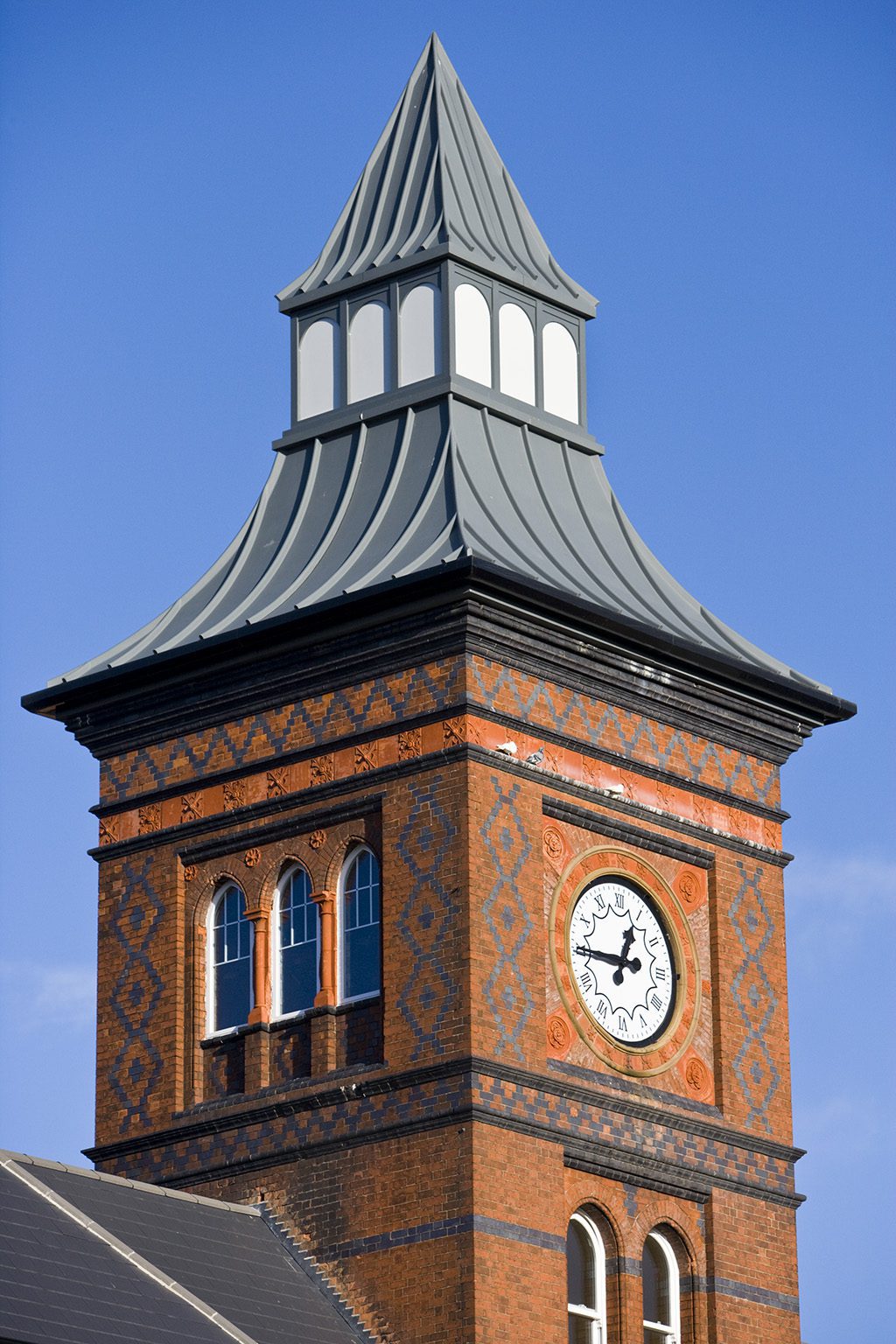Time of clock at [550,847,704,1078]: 12:45
